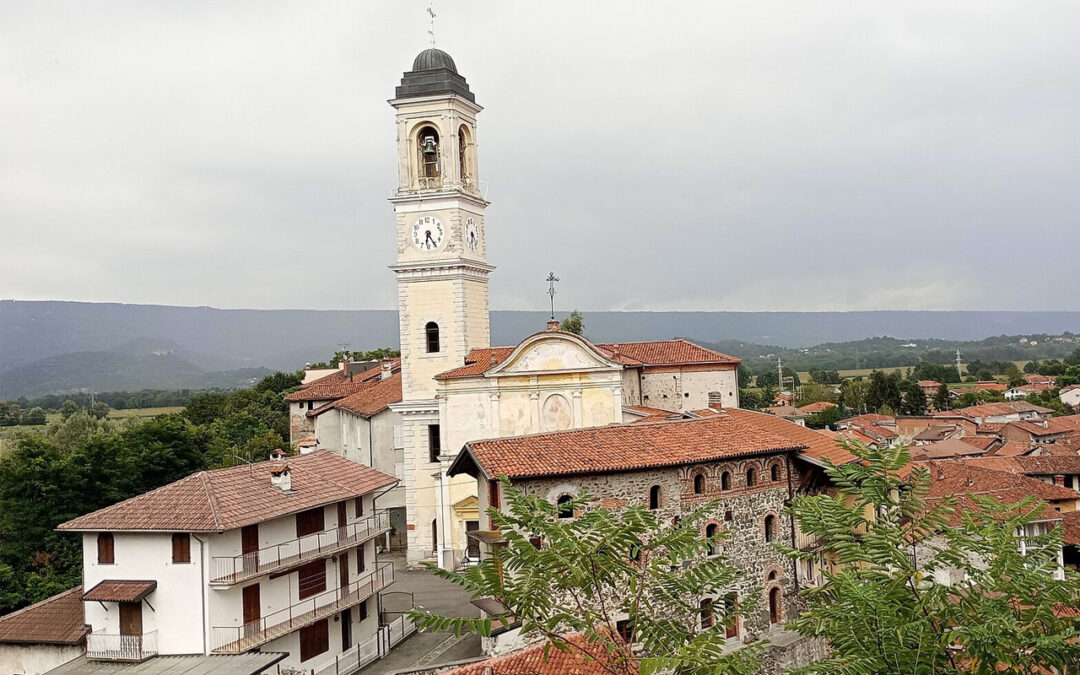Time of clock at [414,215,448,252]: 6:25
